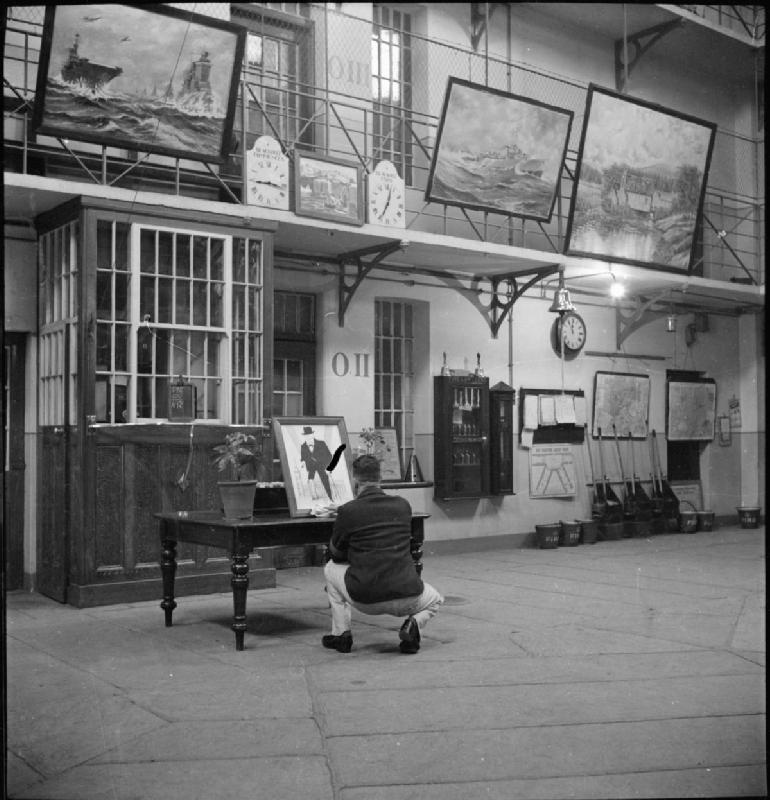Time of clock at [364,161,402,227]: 12:34
